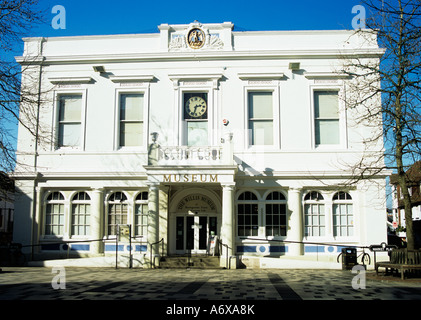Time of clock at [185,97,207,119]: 2:33
